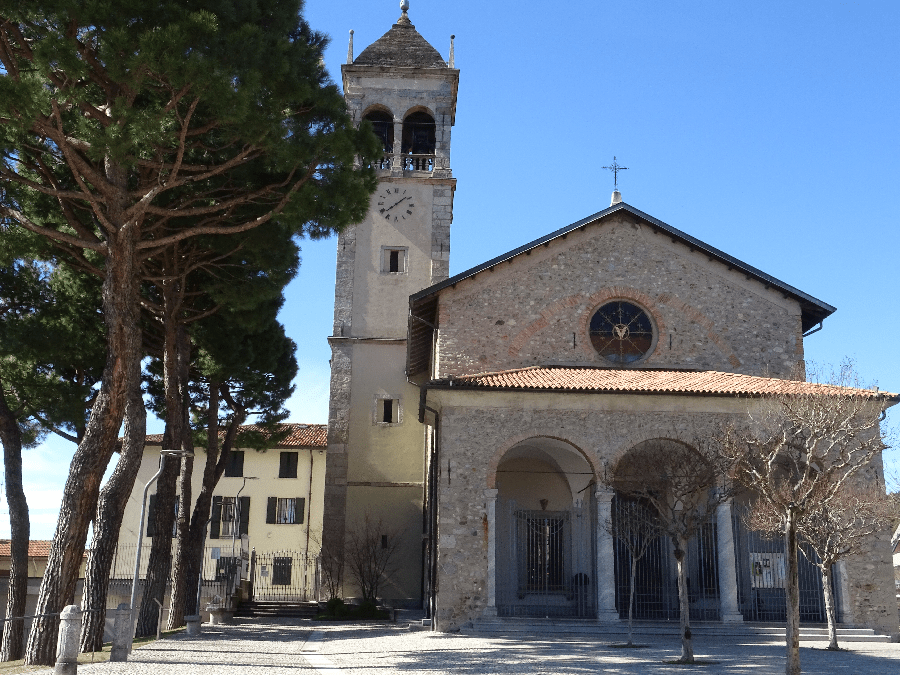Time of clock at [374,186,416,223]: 1:38
